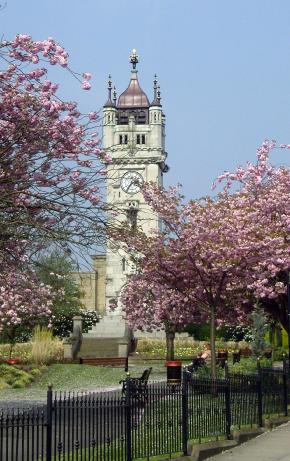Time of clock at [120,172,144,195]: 2:36
